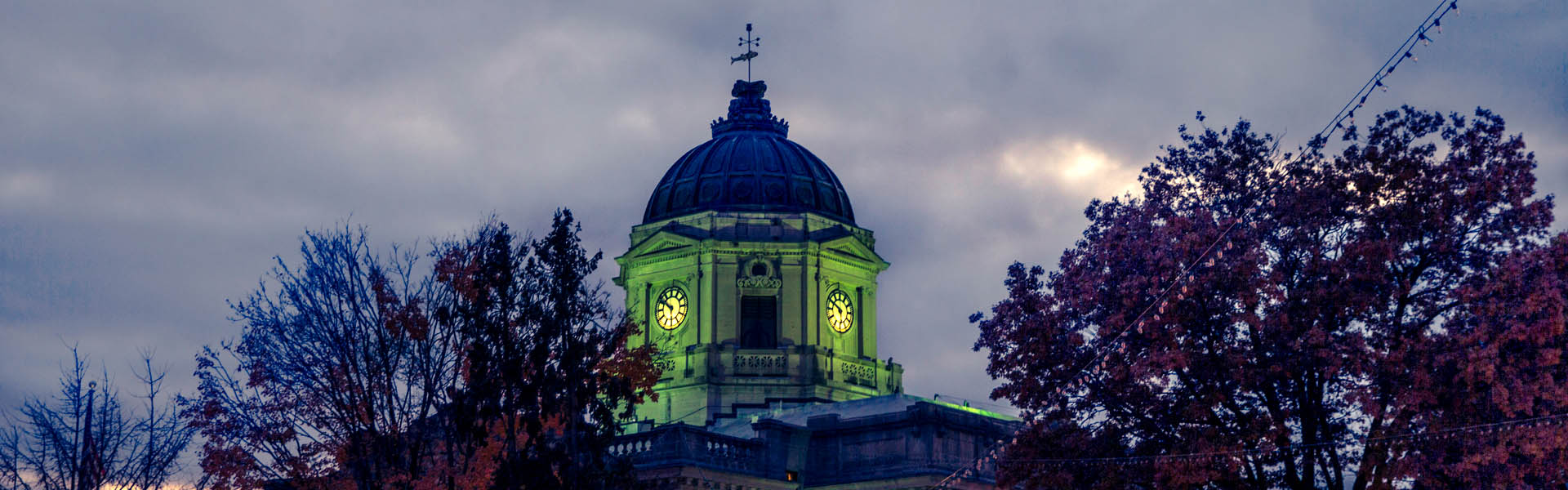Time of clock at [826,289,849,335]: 5:49
